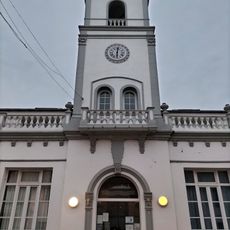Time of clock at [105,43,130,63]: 6:01
